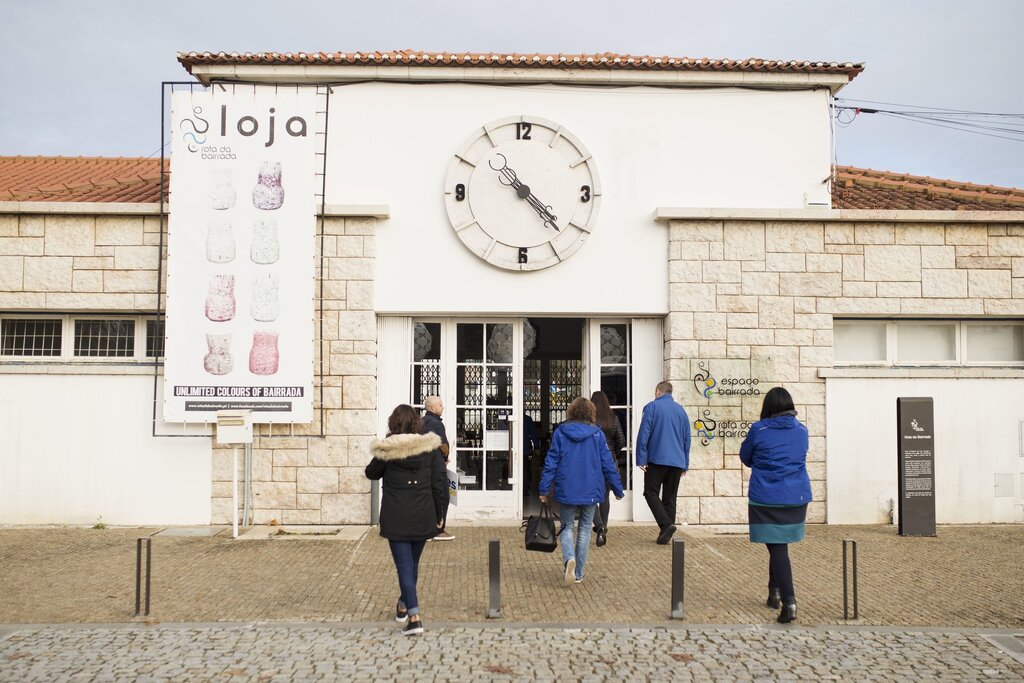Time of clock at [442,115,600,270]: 4:22
